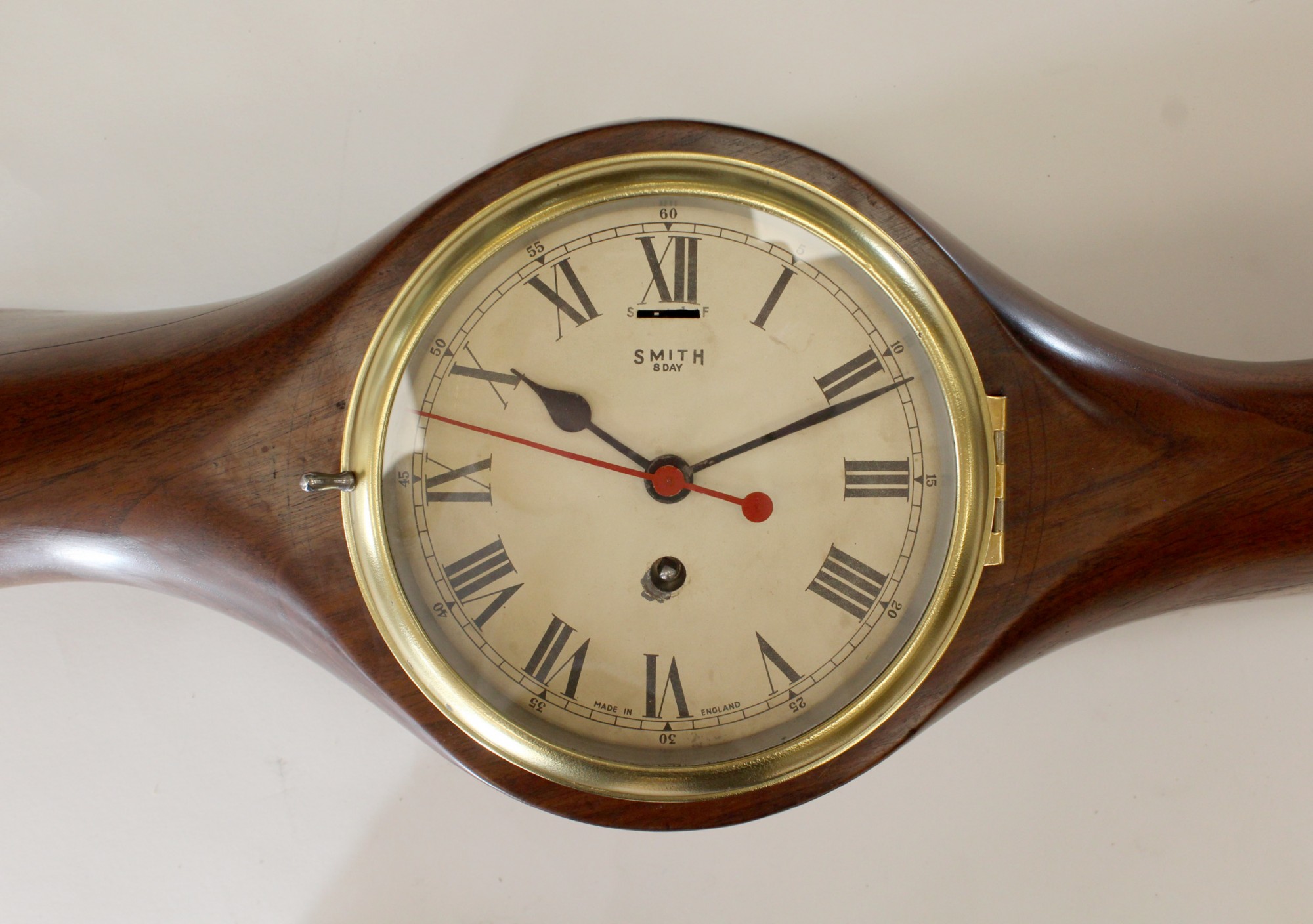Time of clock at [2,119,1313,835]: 10:11
